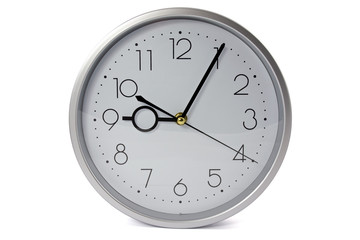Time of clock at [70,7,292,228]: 9:05
